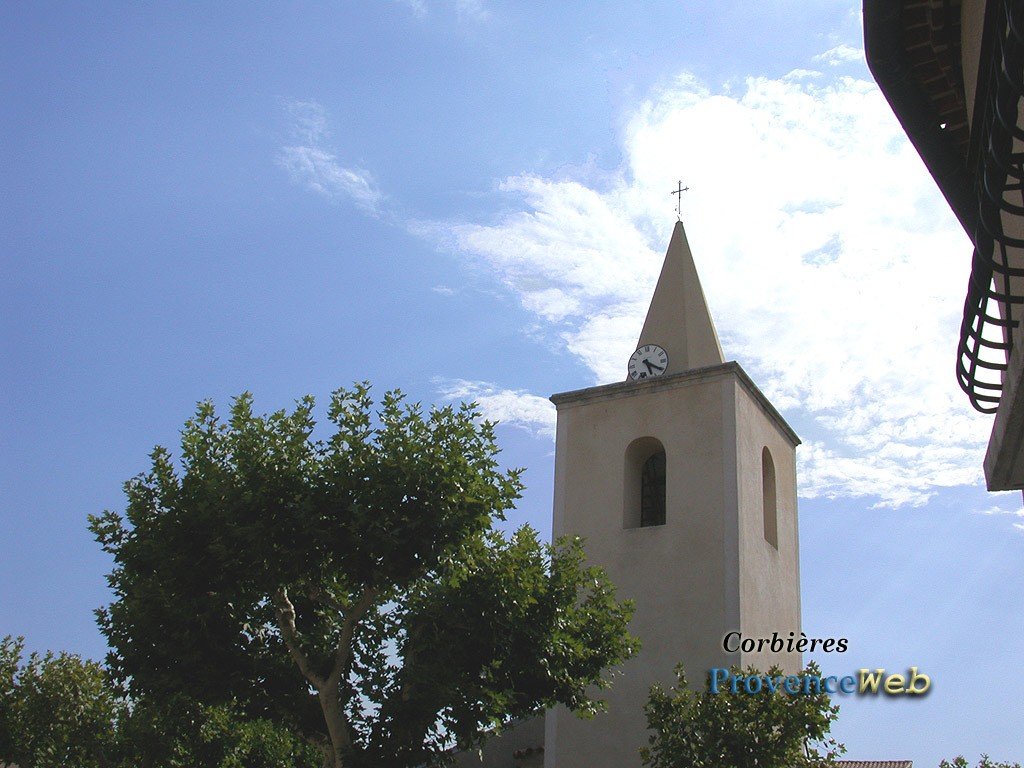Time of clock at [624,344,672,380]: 5:20
